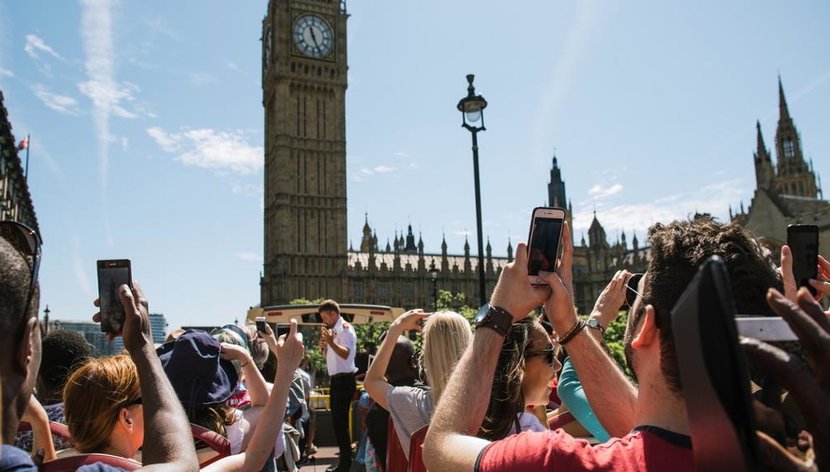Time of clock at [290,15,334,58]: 11:25
